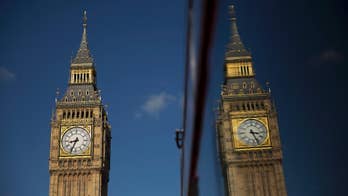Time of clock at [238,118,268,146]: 3:26
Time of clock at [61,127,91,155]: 8:34
